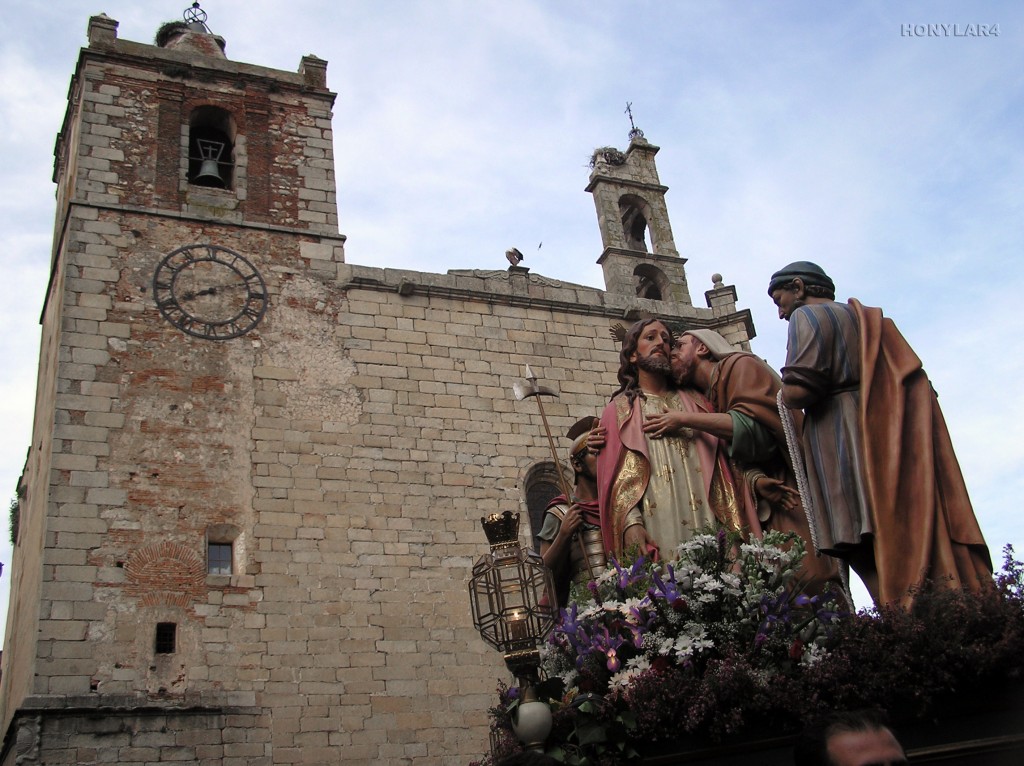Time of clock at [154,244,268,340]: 8:12
